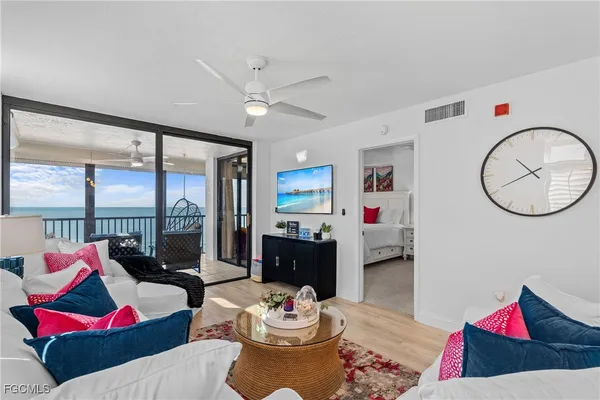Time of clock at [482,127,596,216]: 10:40
